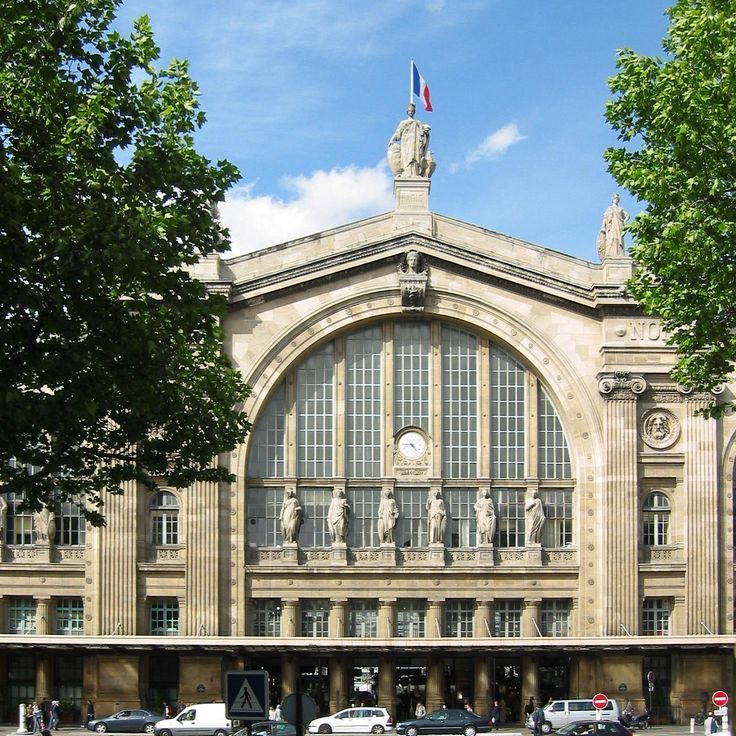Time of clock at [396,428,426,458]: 4:45
